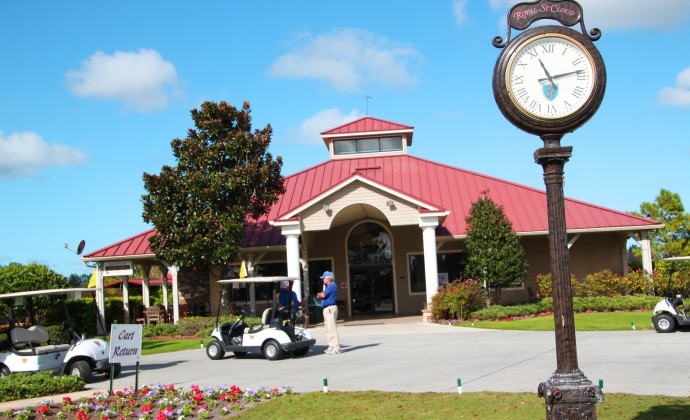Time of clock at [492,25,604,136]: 11:13
